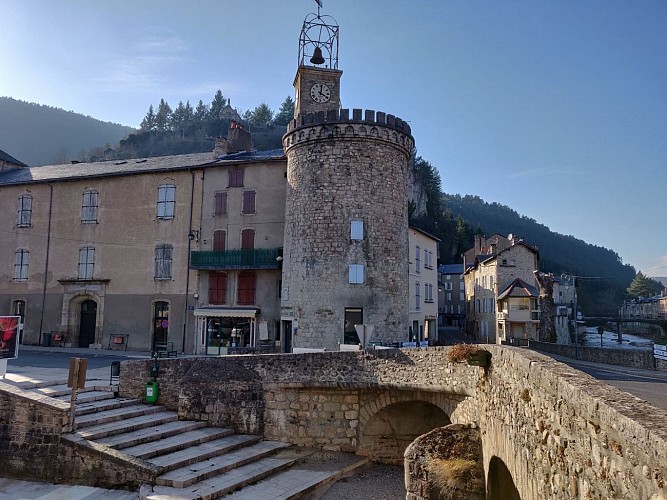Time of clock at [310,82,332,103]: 4:01
